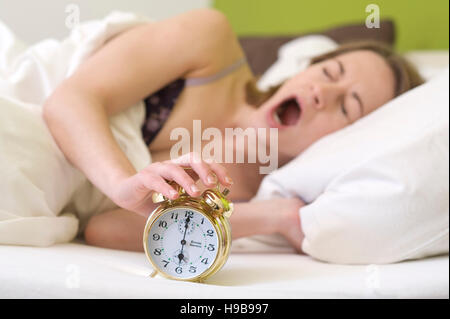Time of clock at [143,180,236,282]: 6:00
